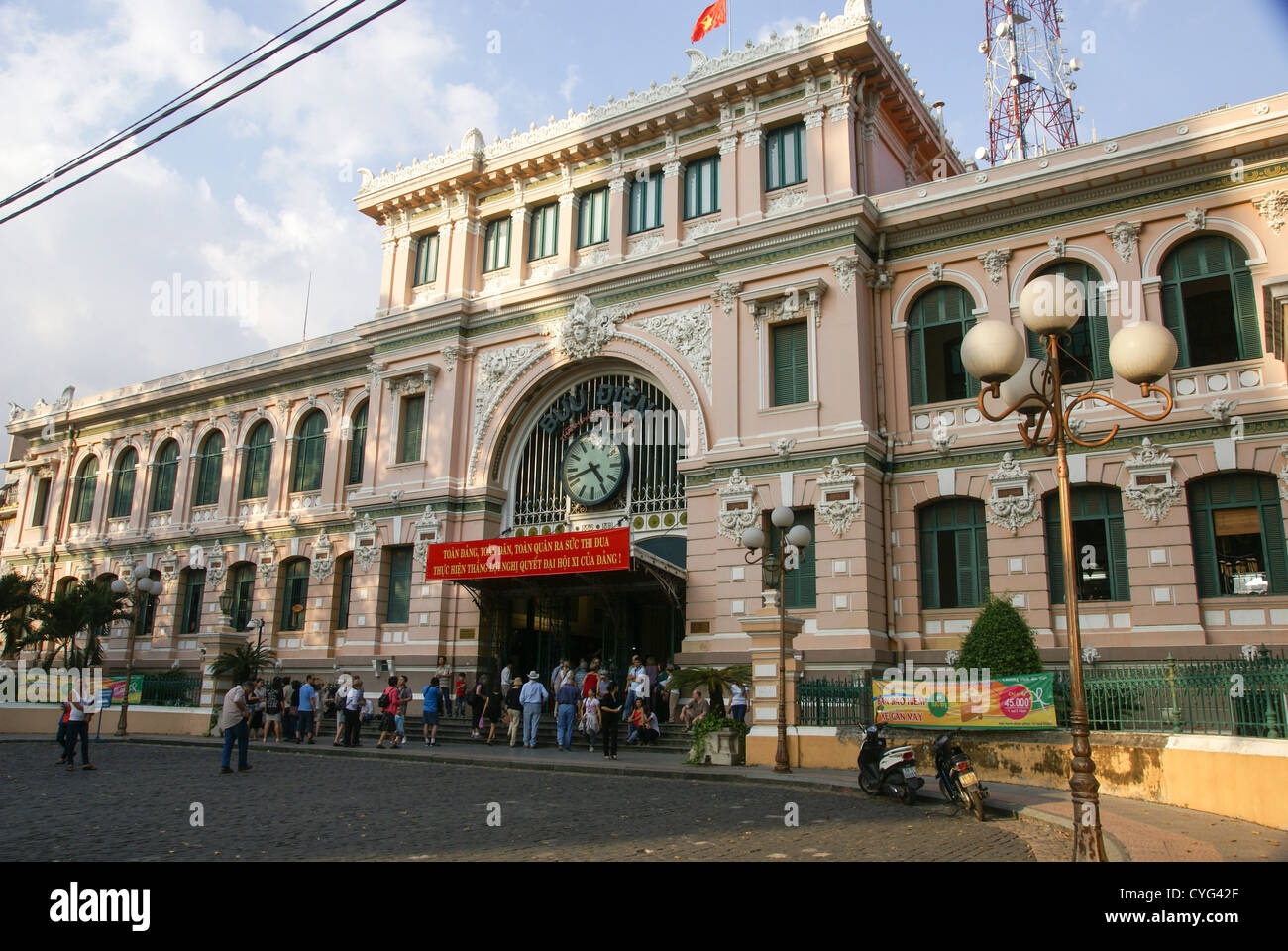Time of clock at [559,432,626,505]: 4:42
